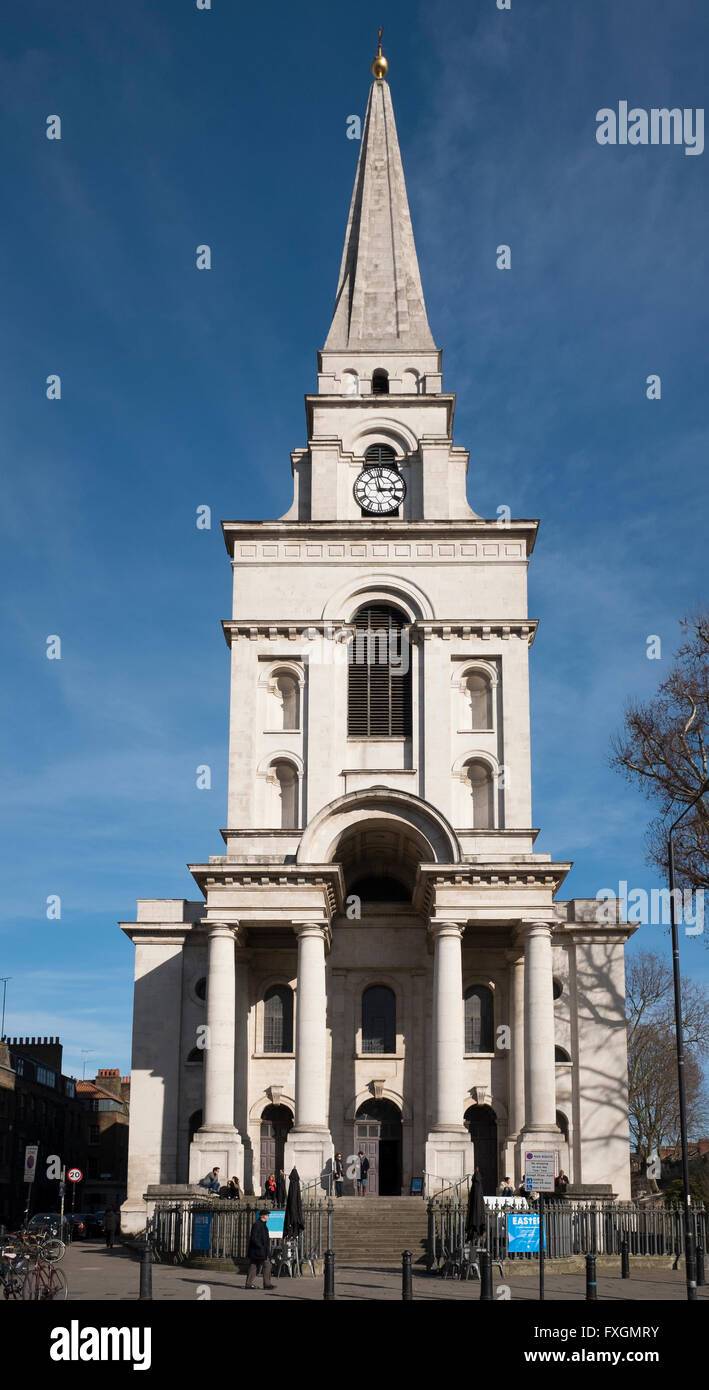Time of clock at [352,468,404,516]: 2:58
